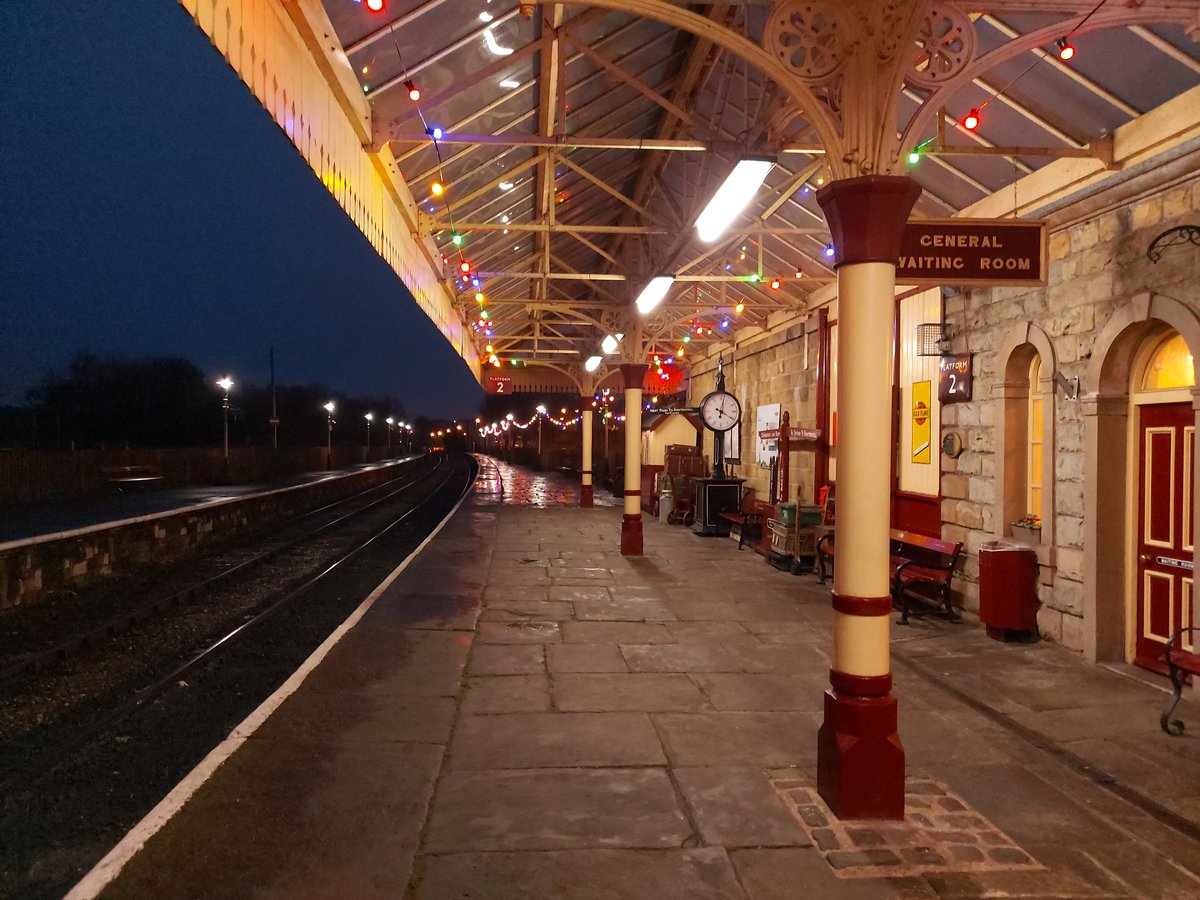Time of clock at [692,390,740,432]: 4:02
